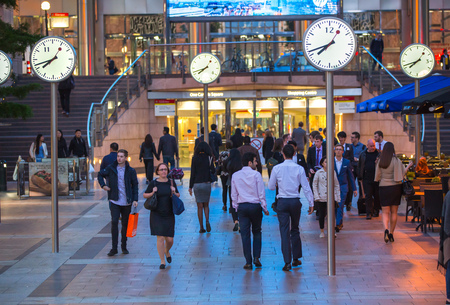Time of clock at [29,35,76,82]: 7:42
